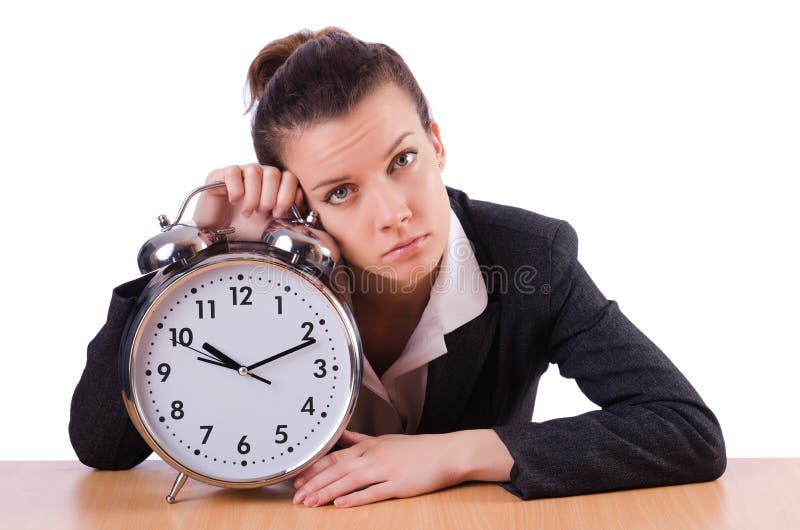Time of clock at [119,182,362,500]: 10:11
